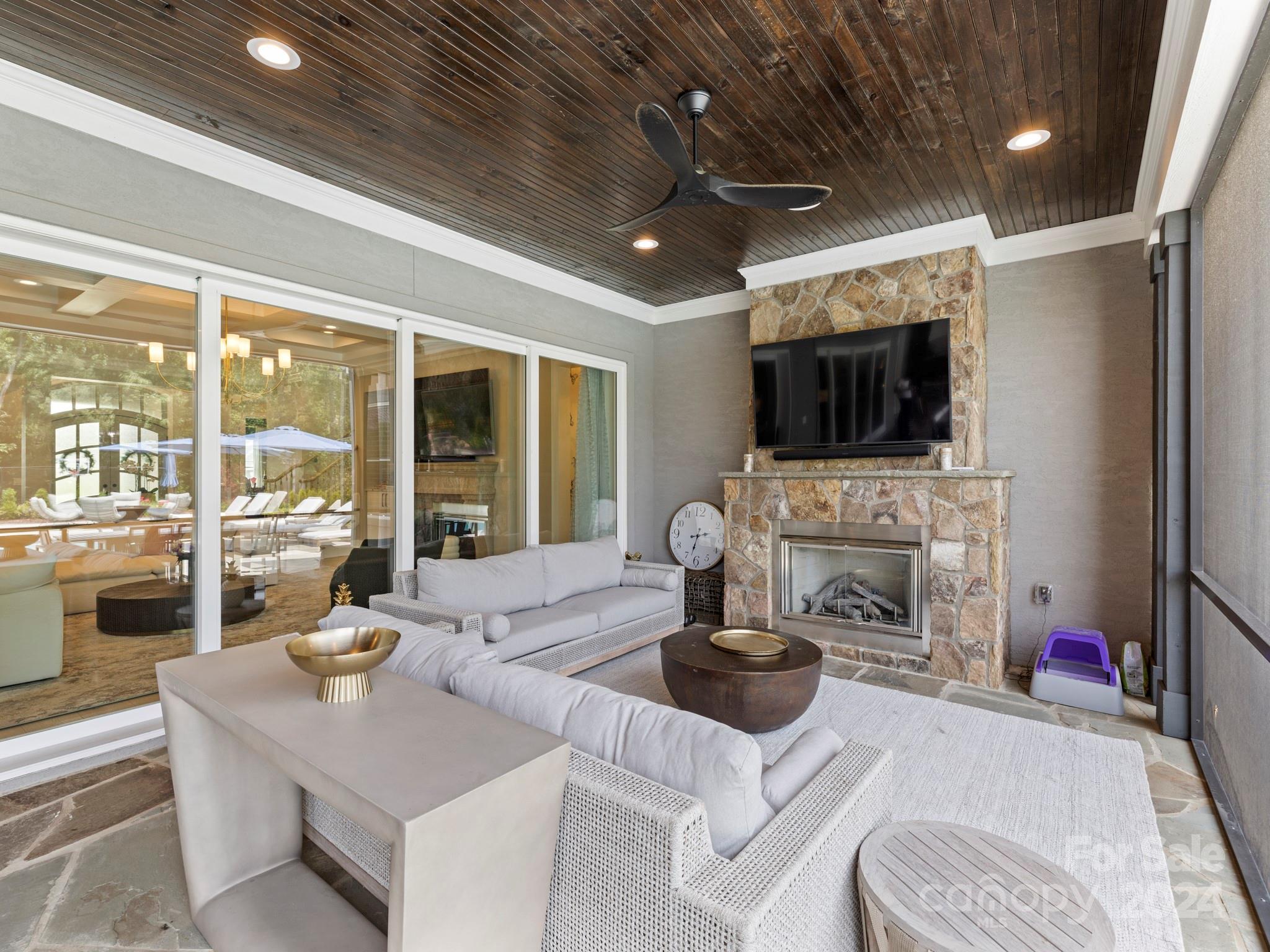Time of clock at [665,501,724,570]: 2:32
